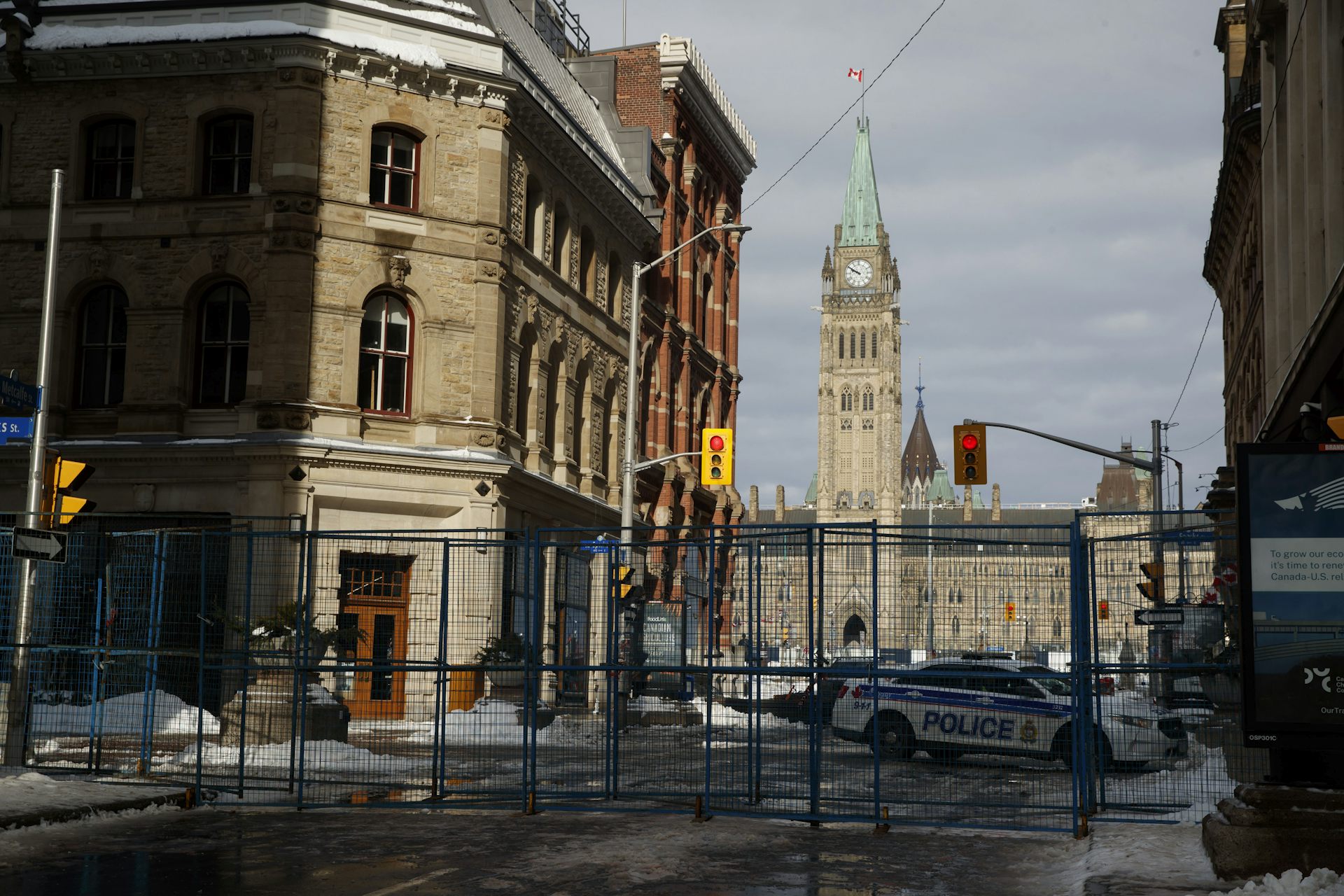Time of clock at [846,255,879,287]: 9:50
